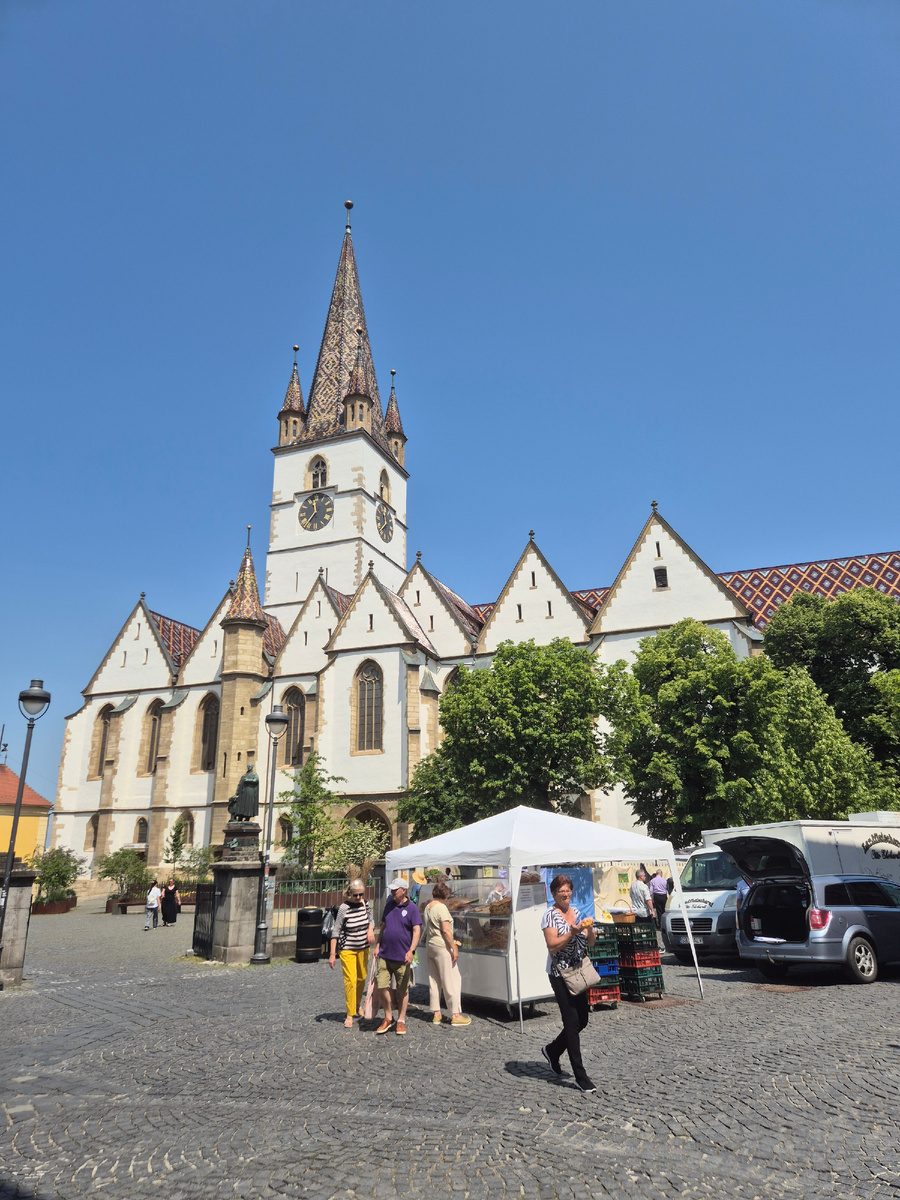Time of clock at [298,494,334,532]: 11:36
